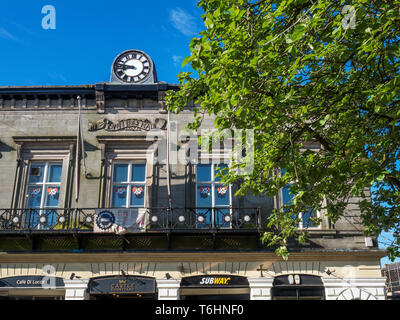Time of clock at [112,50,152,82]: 8:47
